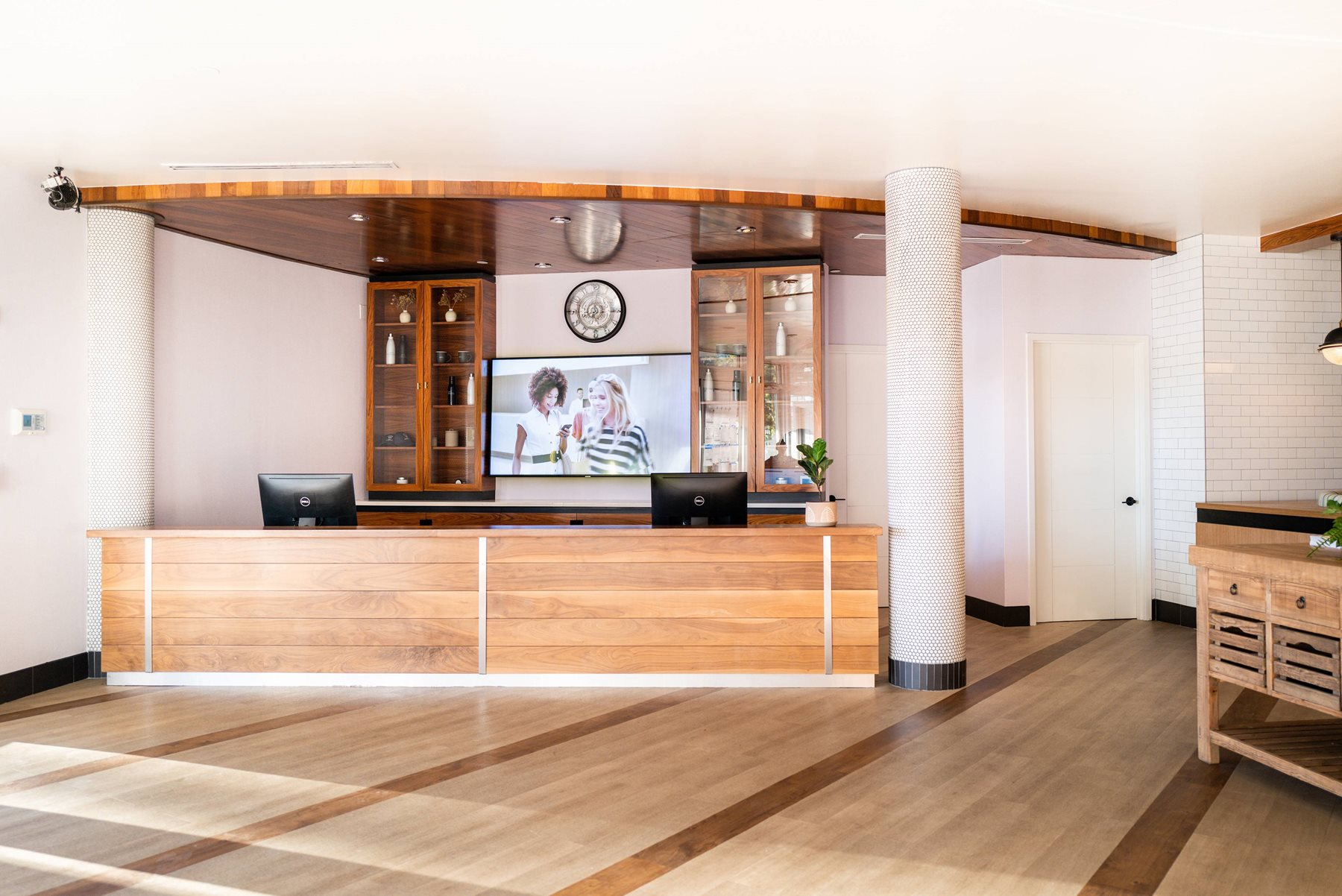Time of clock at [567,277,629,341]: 8:01
